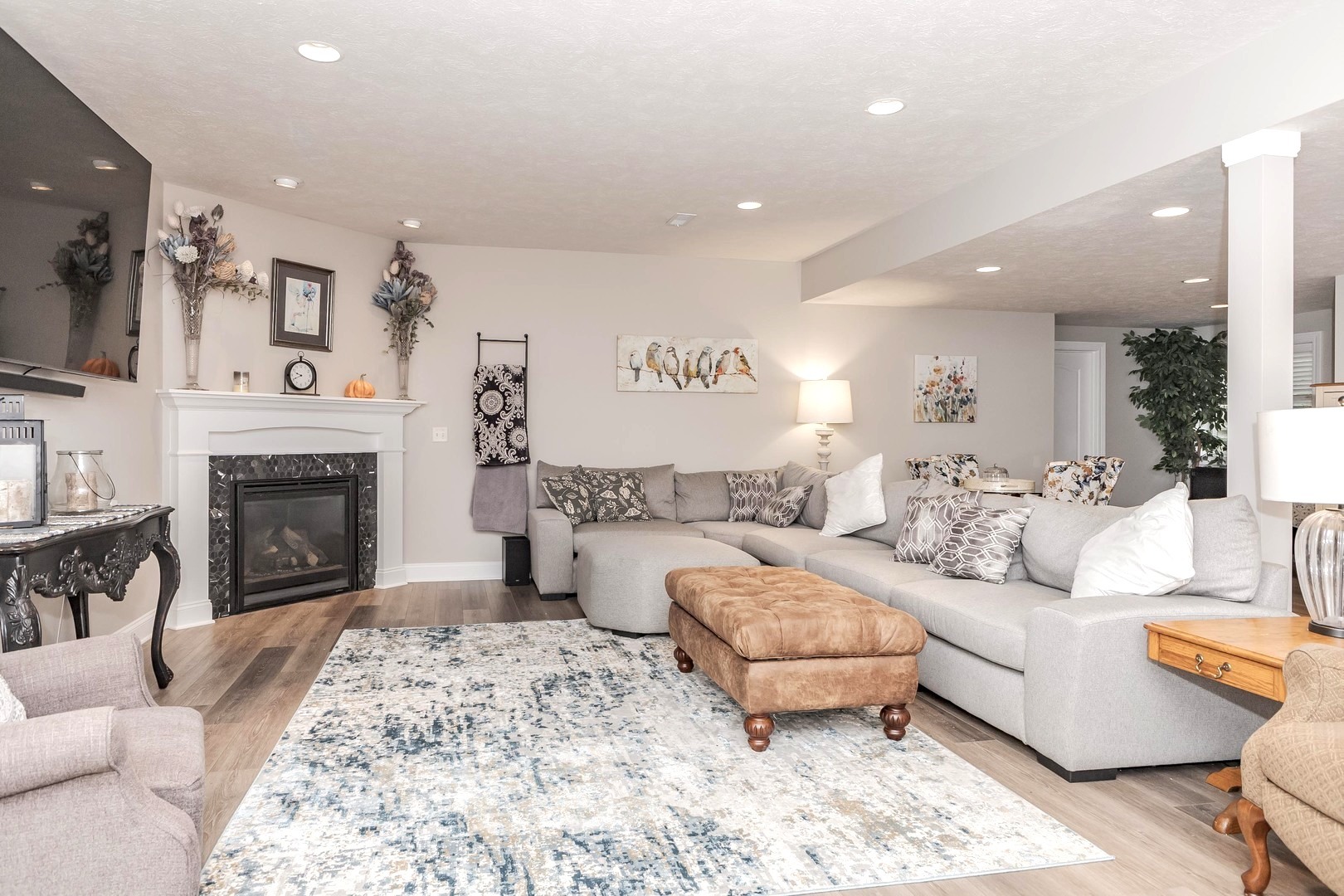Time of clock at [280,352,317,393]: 9:41
